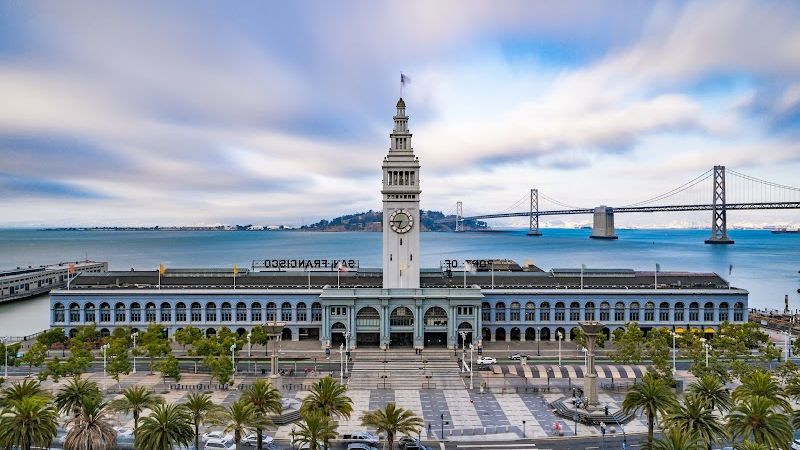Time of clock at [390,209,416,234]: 6:44
